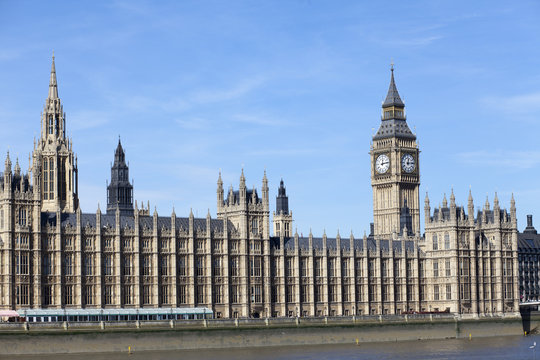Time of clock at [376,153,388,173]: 12:13
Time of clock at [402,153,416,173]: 12:13
